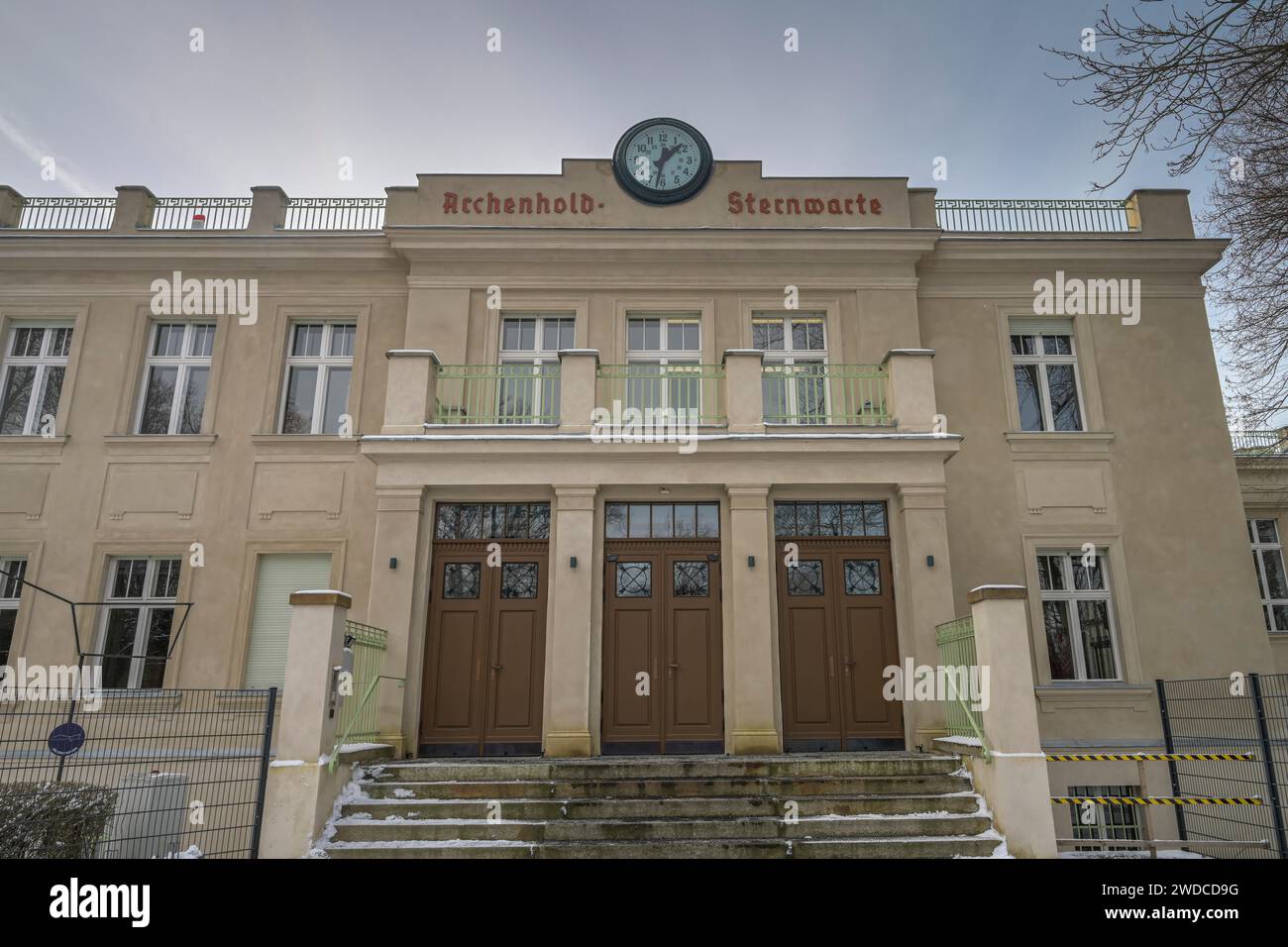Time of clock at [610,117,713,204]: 1:32
